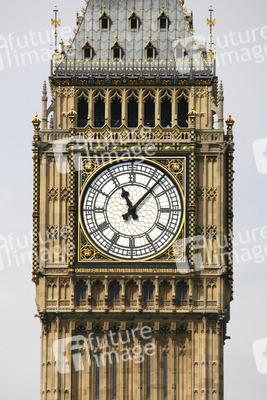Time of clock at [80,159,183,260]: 11:07
